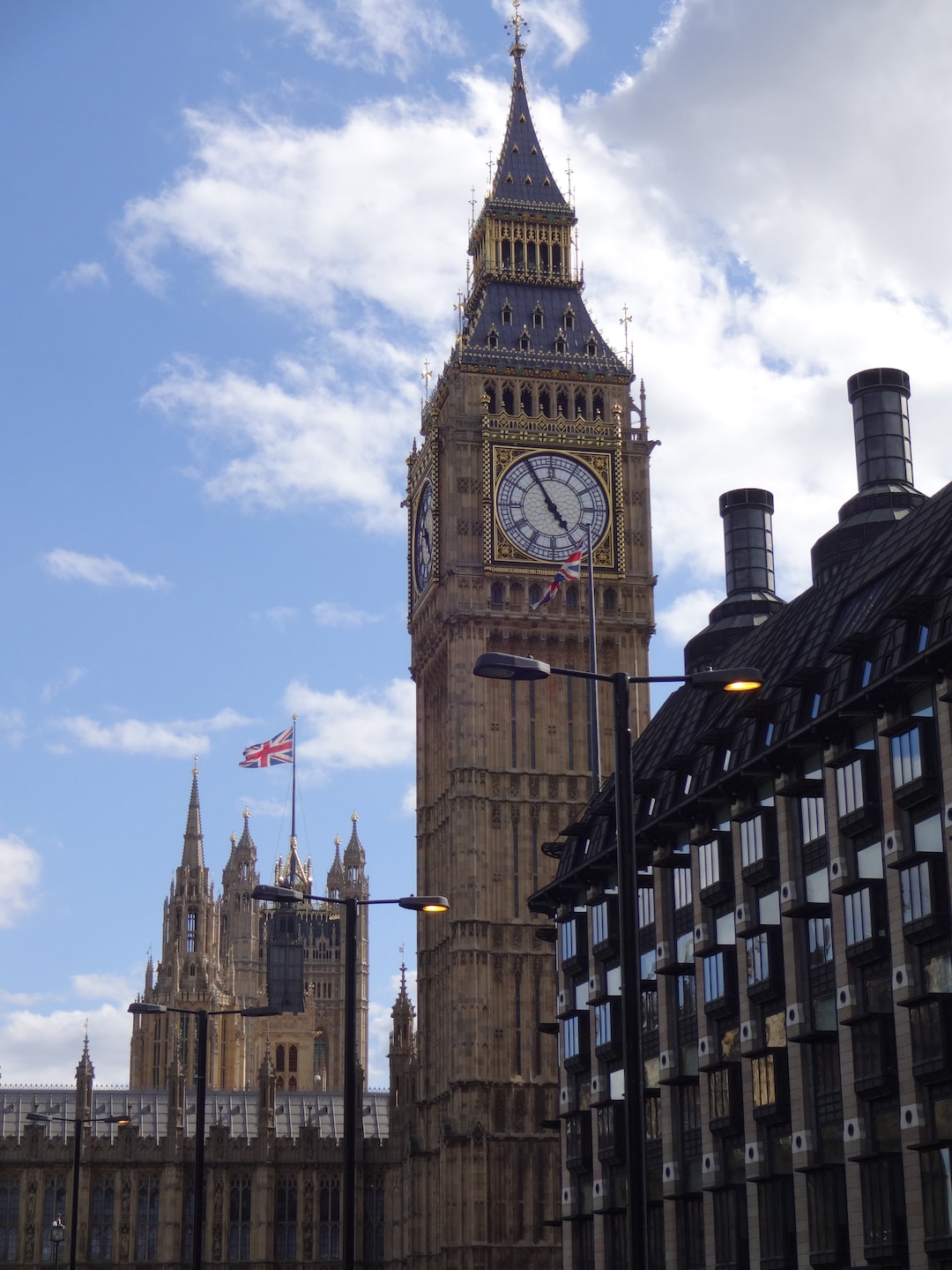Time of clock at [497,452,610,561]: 4:54
